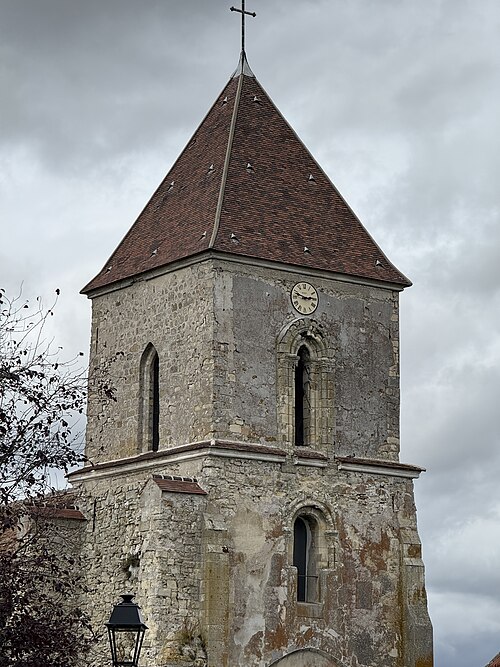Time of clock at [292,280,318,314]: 2:48
